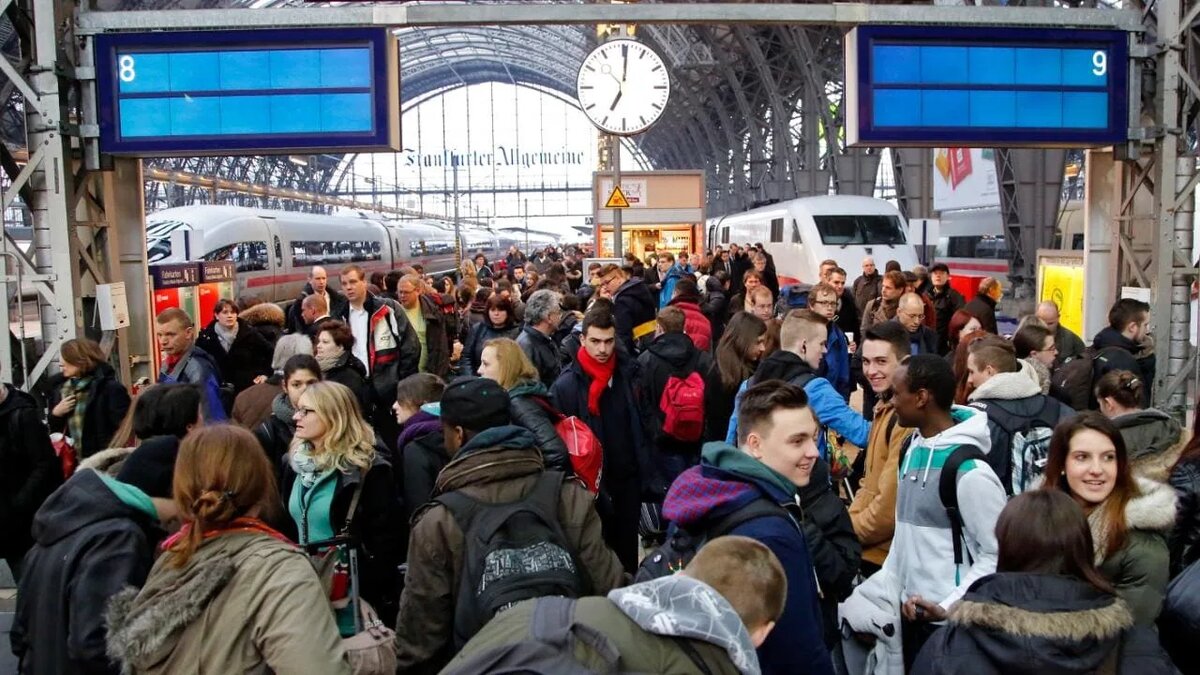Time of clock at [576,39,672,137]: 7:00
